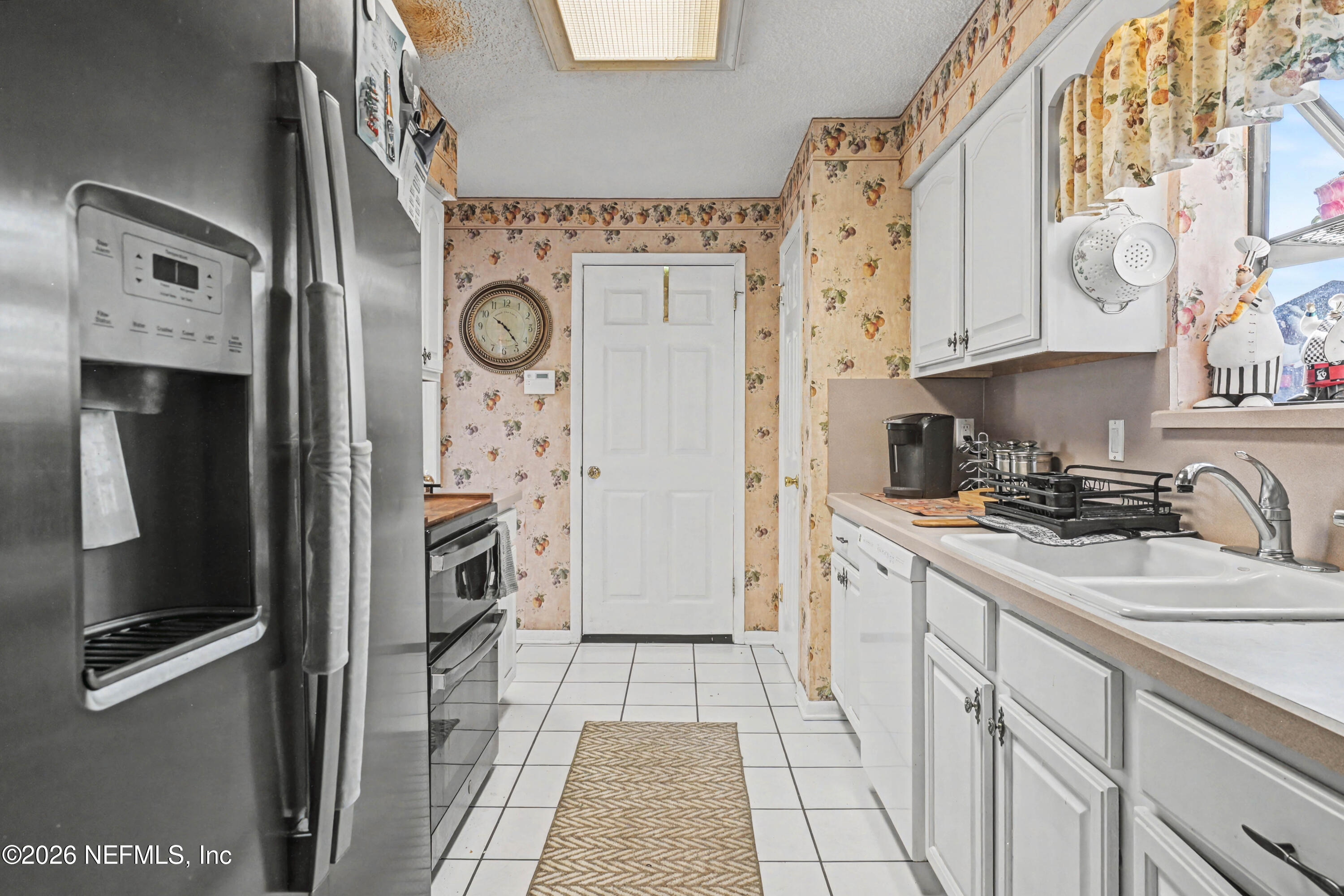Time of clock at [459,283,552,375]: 10:23
